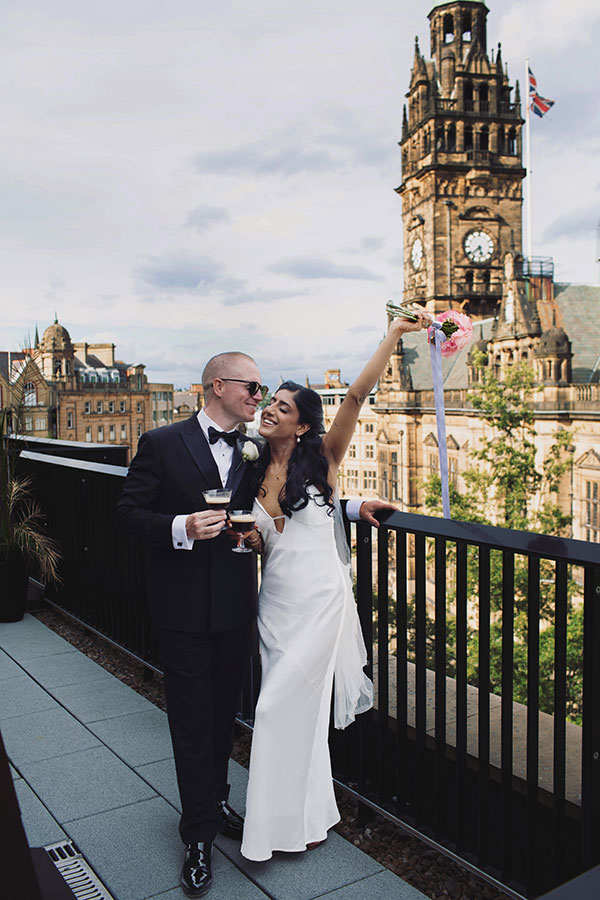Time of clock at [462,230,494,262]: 5:38
